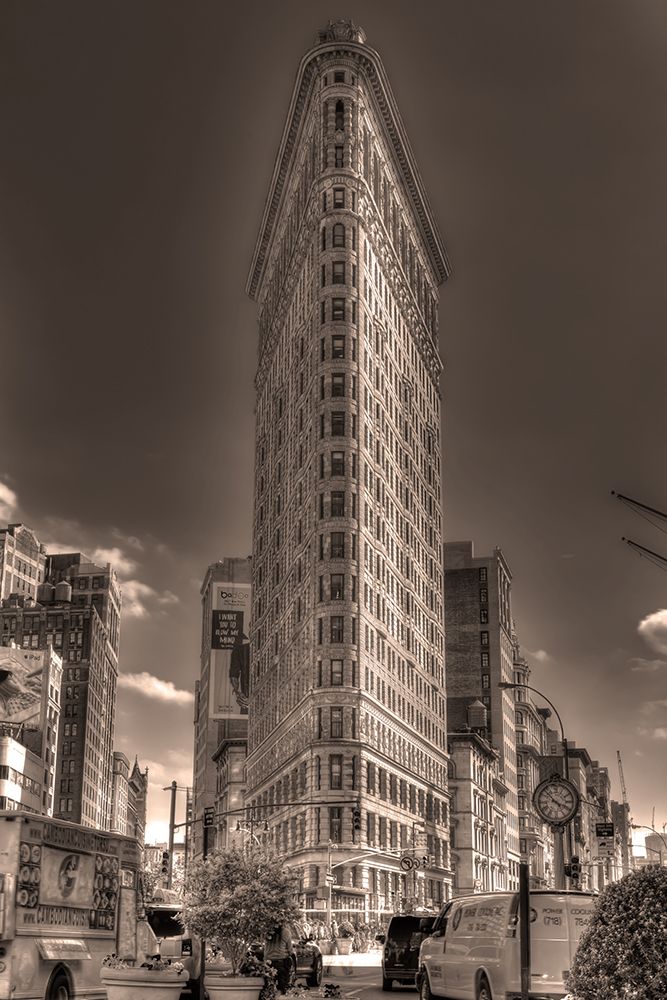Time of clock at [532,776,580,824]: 3:52
